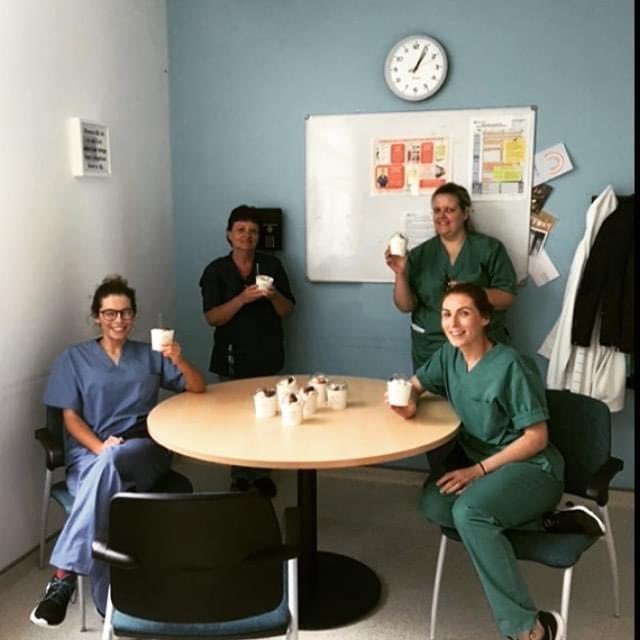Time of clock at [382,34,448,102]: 1:04
